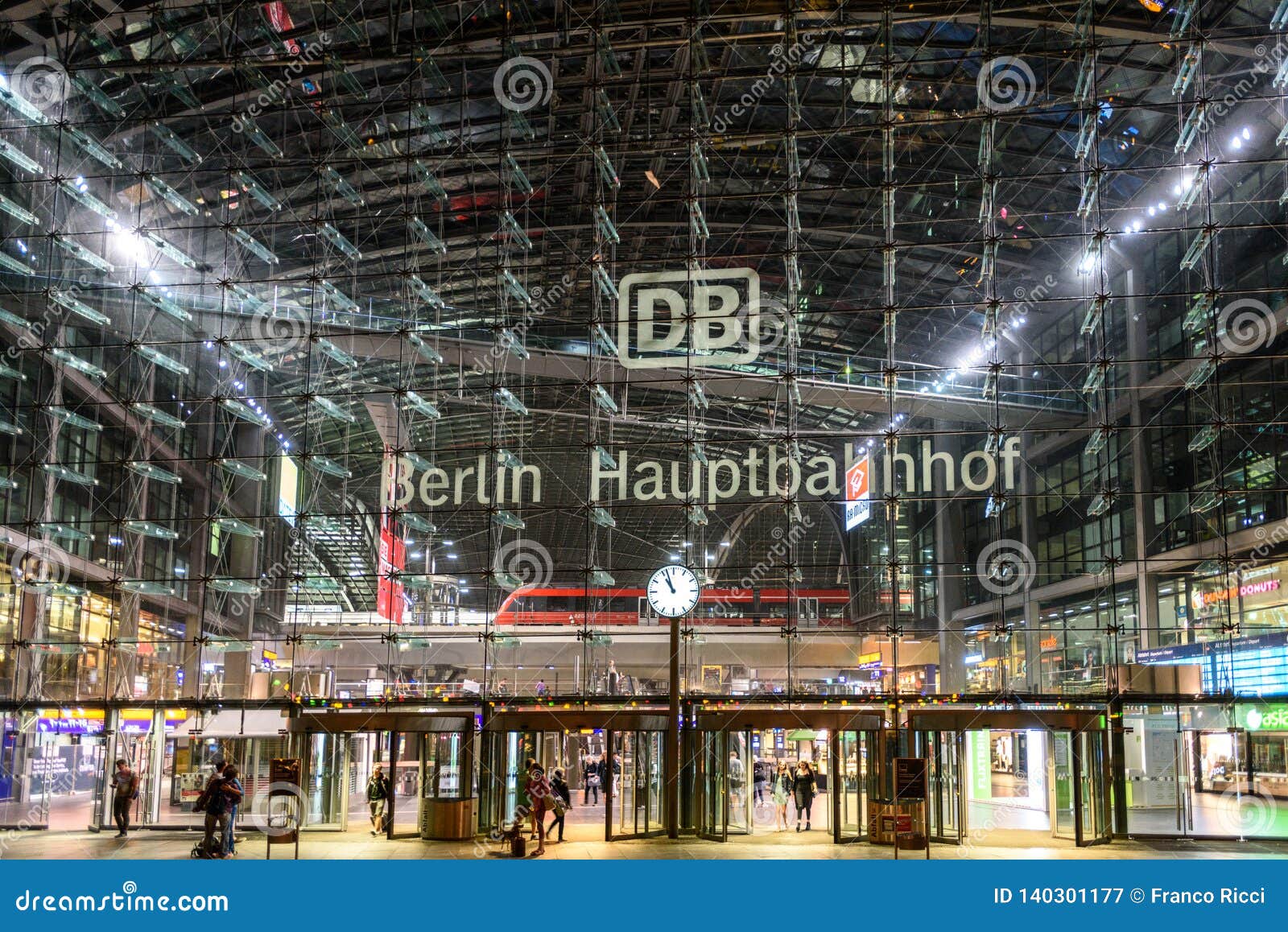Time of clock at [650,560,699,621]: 10:56
